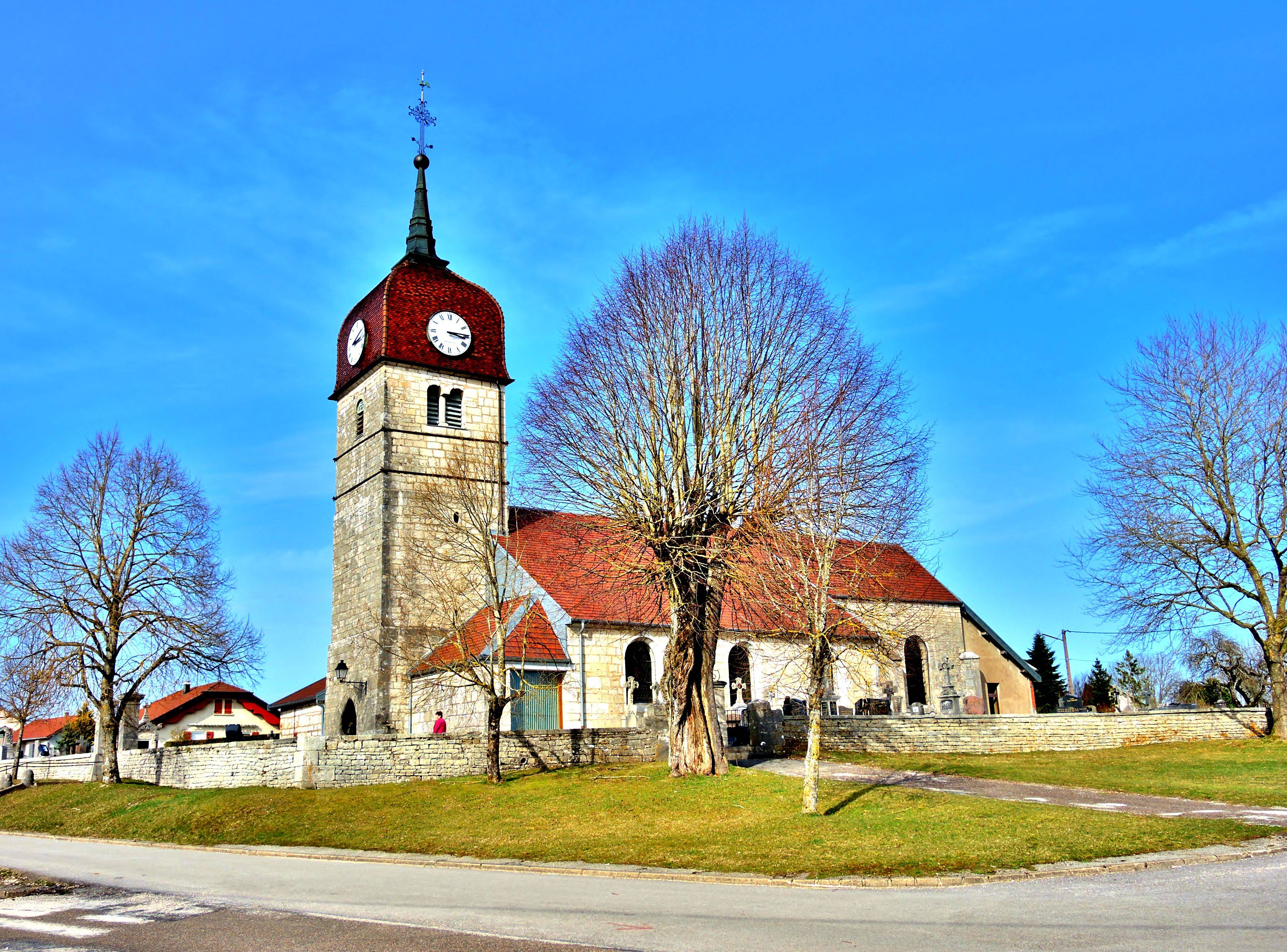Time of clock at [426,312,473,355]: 3:14
